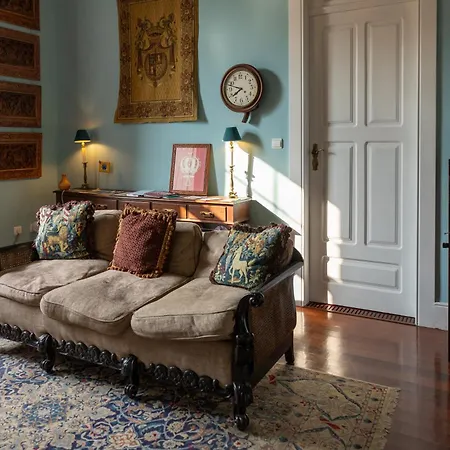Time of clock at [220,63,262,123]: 7:47
